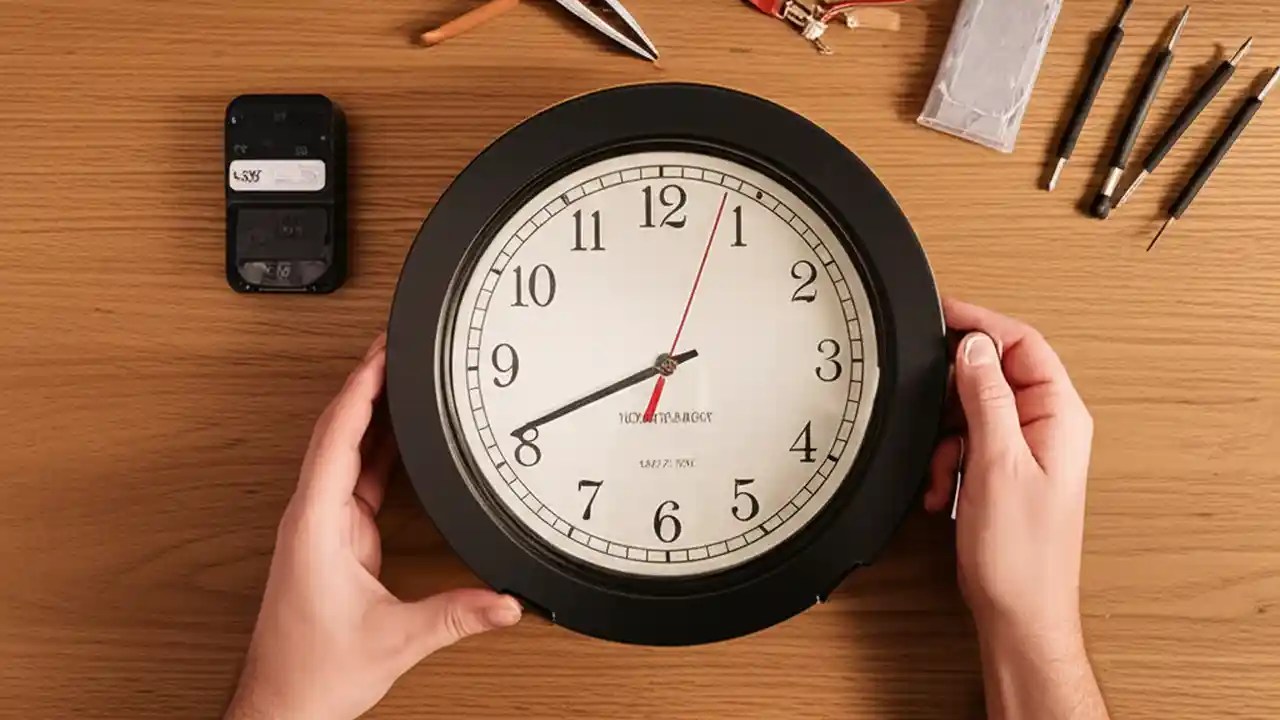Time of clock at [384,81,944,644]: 12:41
